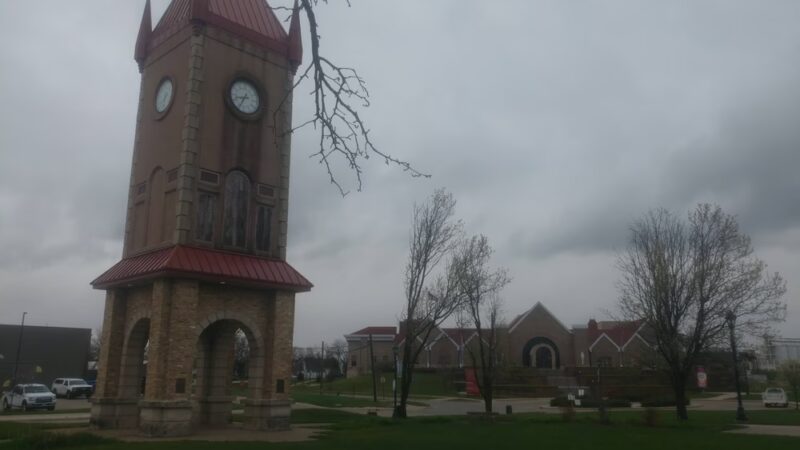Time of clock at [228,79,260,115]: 8:34
